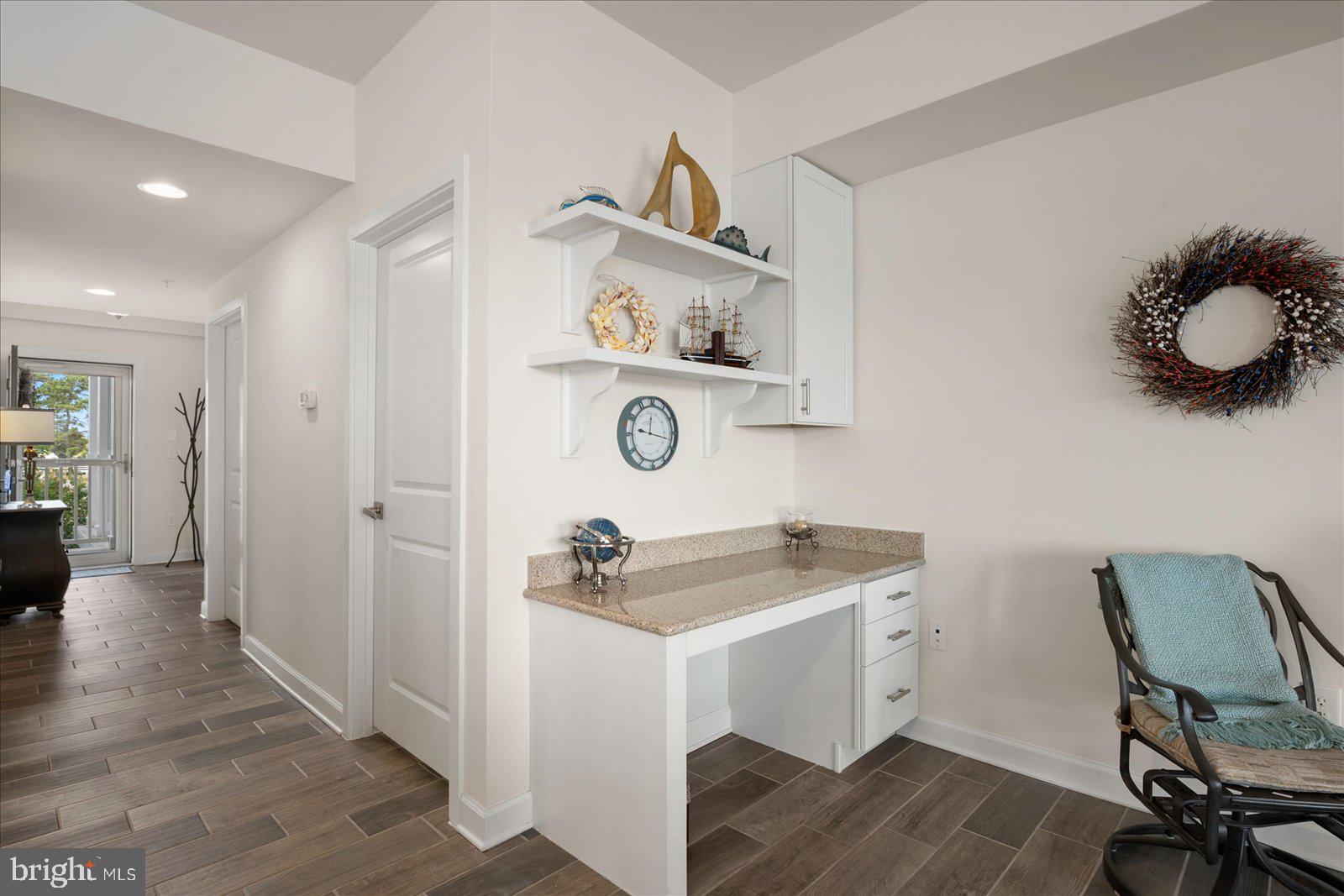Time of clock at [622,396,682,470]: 9:17
